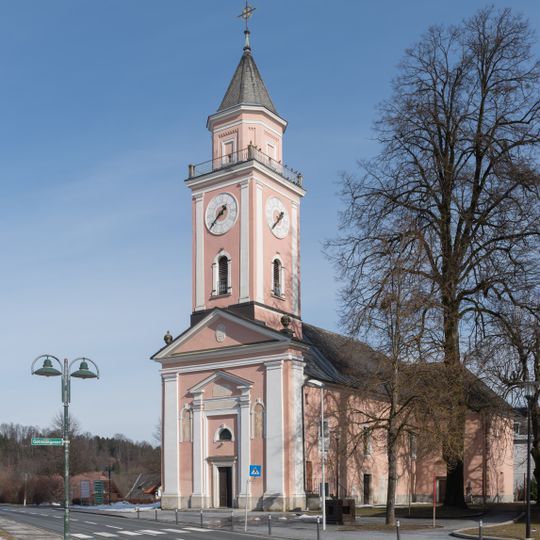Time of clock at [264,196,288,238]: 1:38
